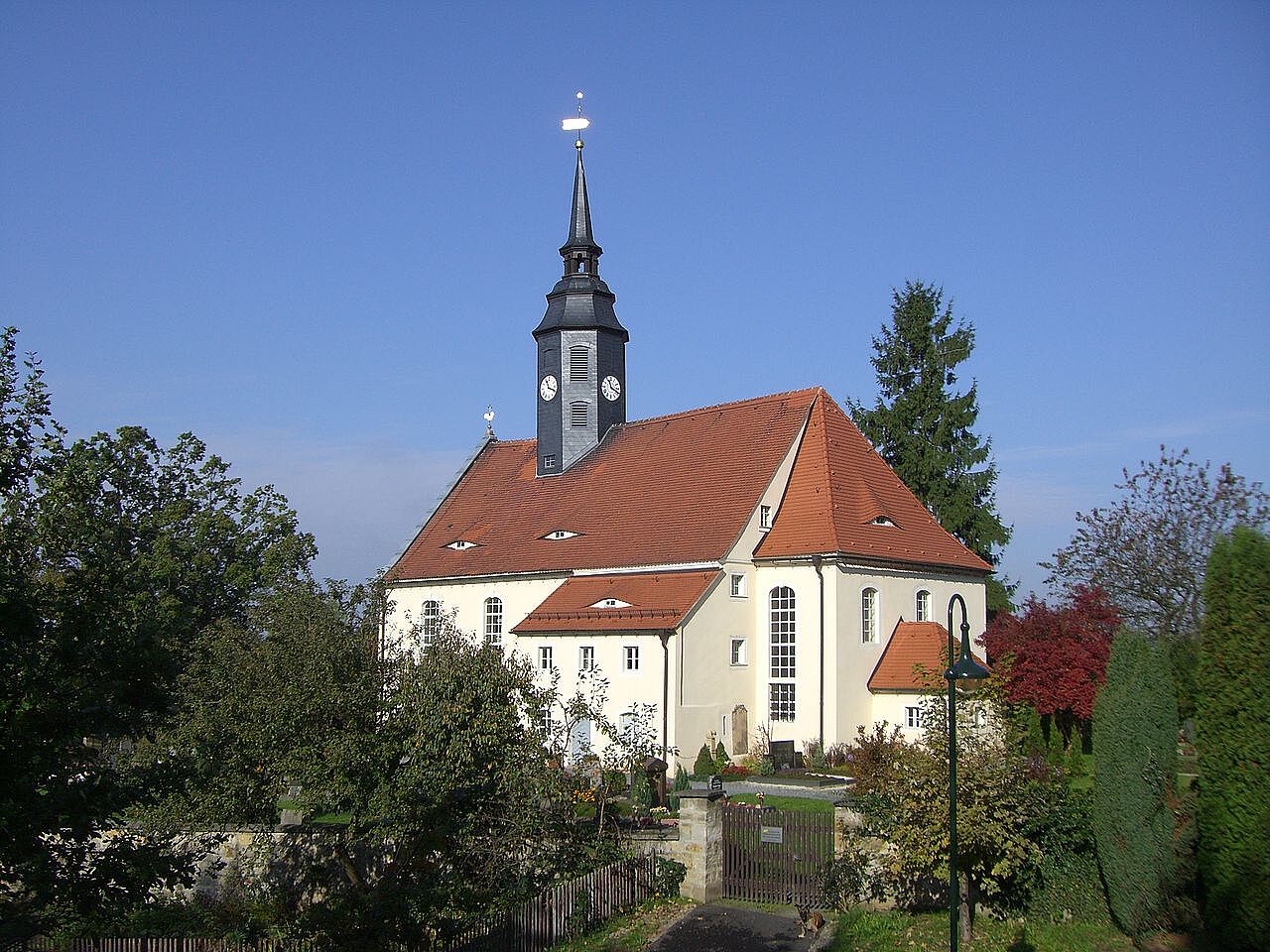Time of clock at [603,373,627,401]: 11:18
